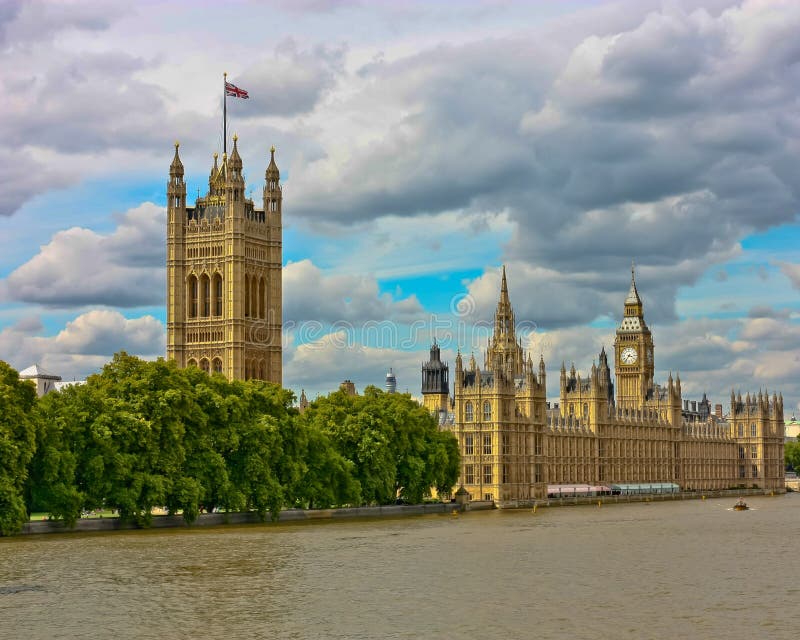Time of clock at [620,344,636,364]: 3:36
